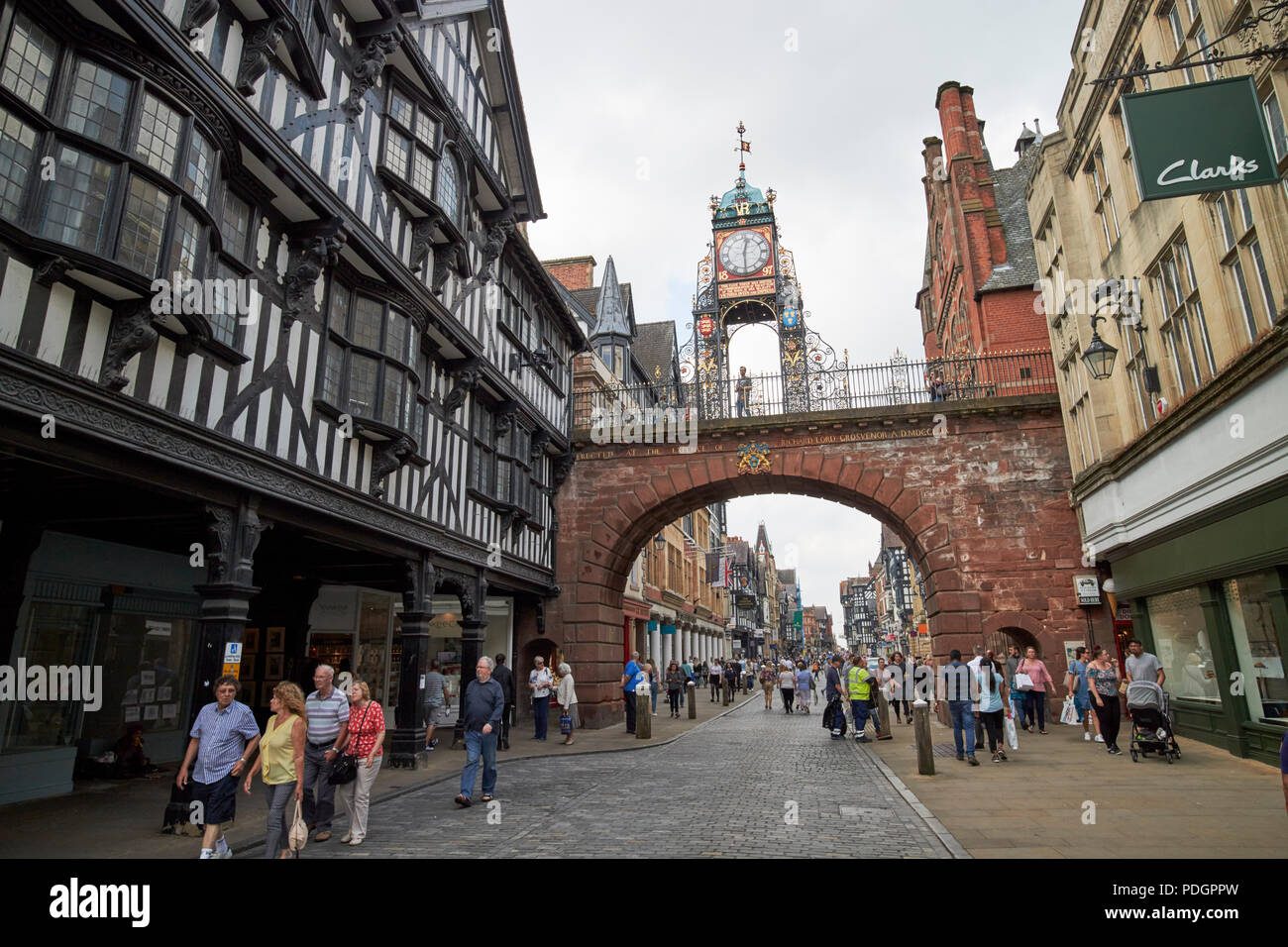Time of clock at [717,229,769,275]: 12:29
